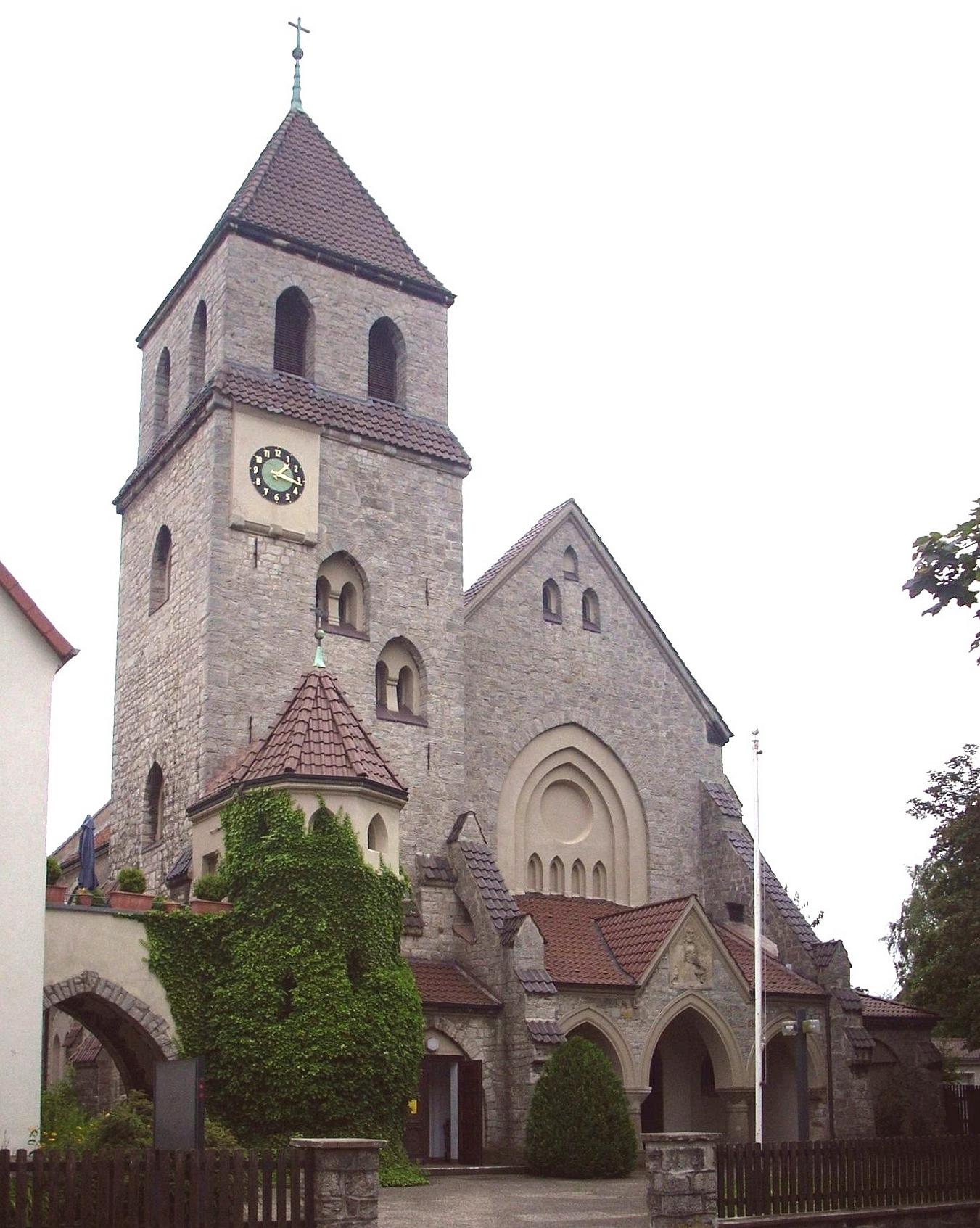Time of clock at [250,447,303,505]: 1:17
